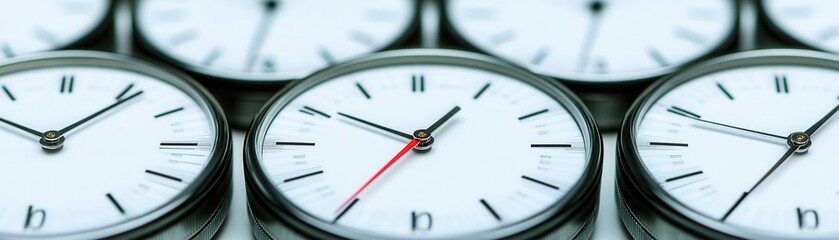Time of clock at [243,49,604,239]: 12:50
